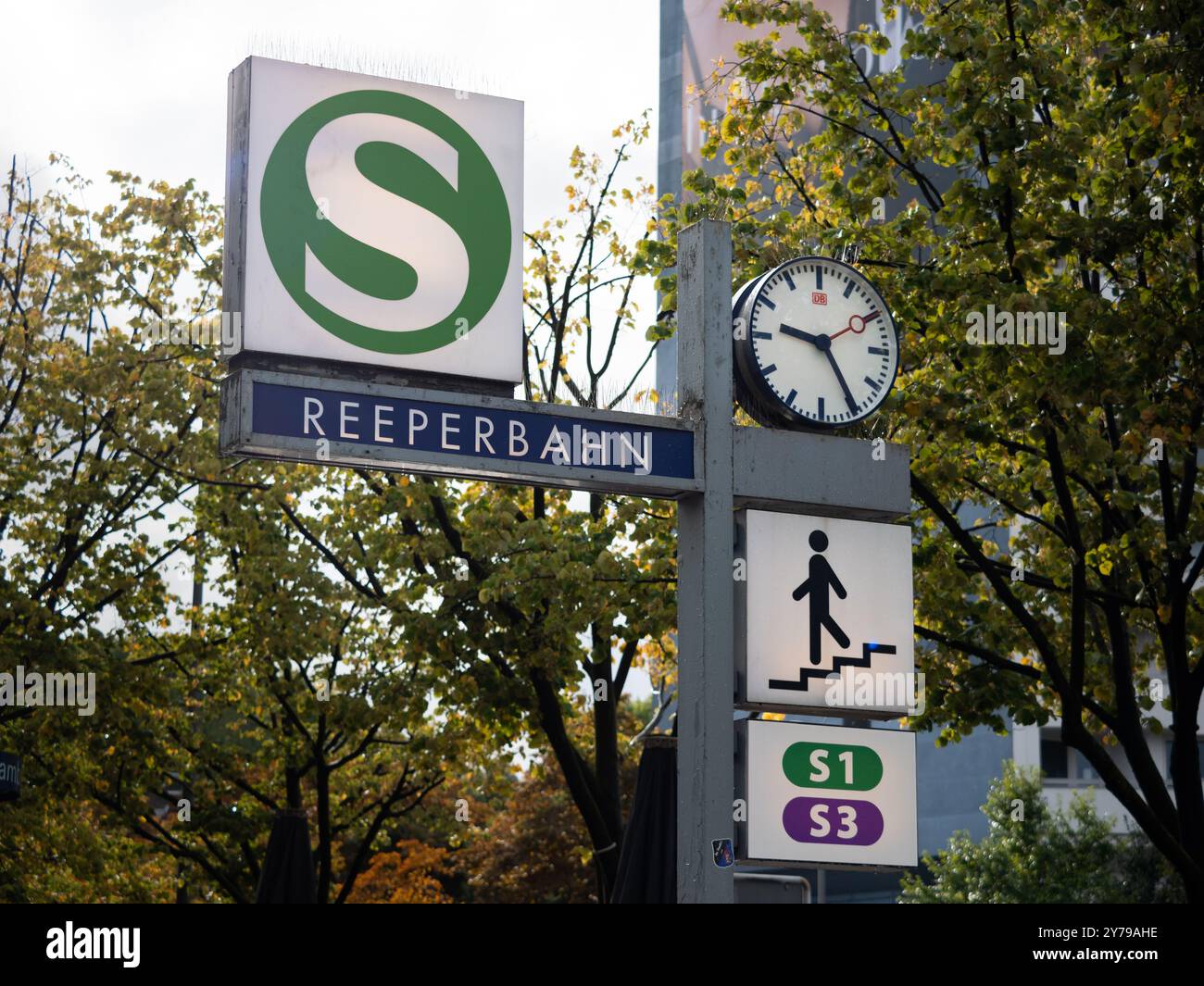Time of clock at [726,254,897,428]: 9:24
